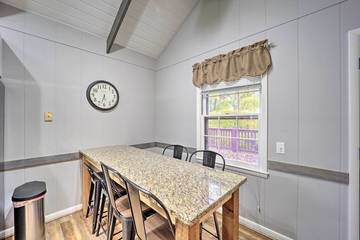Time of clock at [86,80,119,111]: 5:32
